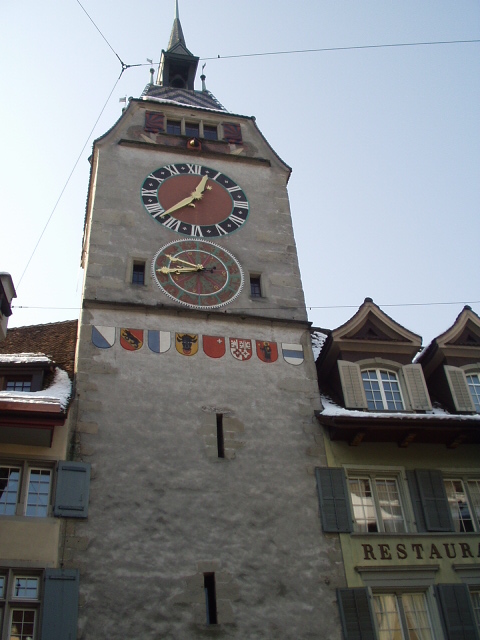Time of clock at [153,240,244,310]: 1:43
